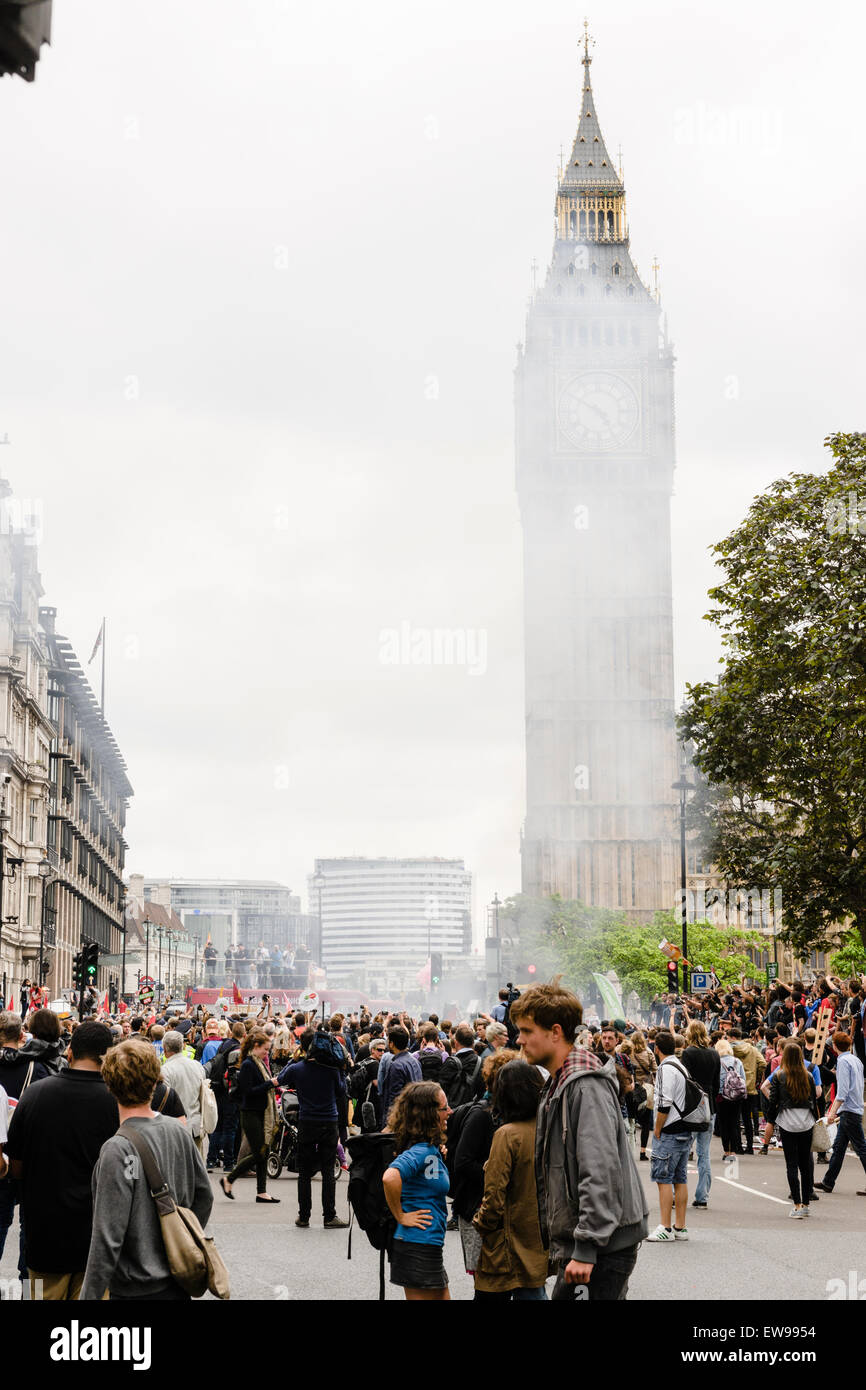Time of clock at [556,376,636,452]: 4:49
